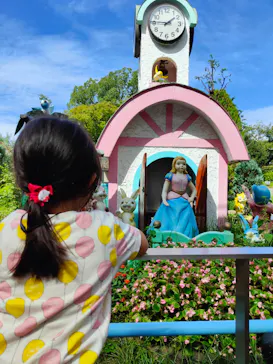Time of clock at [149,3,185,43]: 1:46
